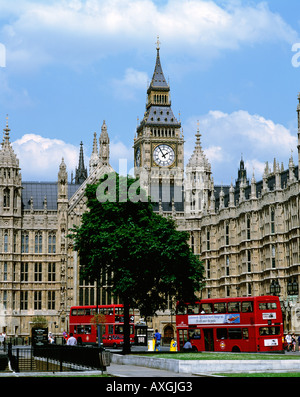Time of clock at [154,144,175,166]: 1:54
